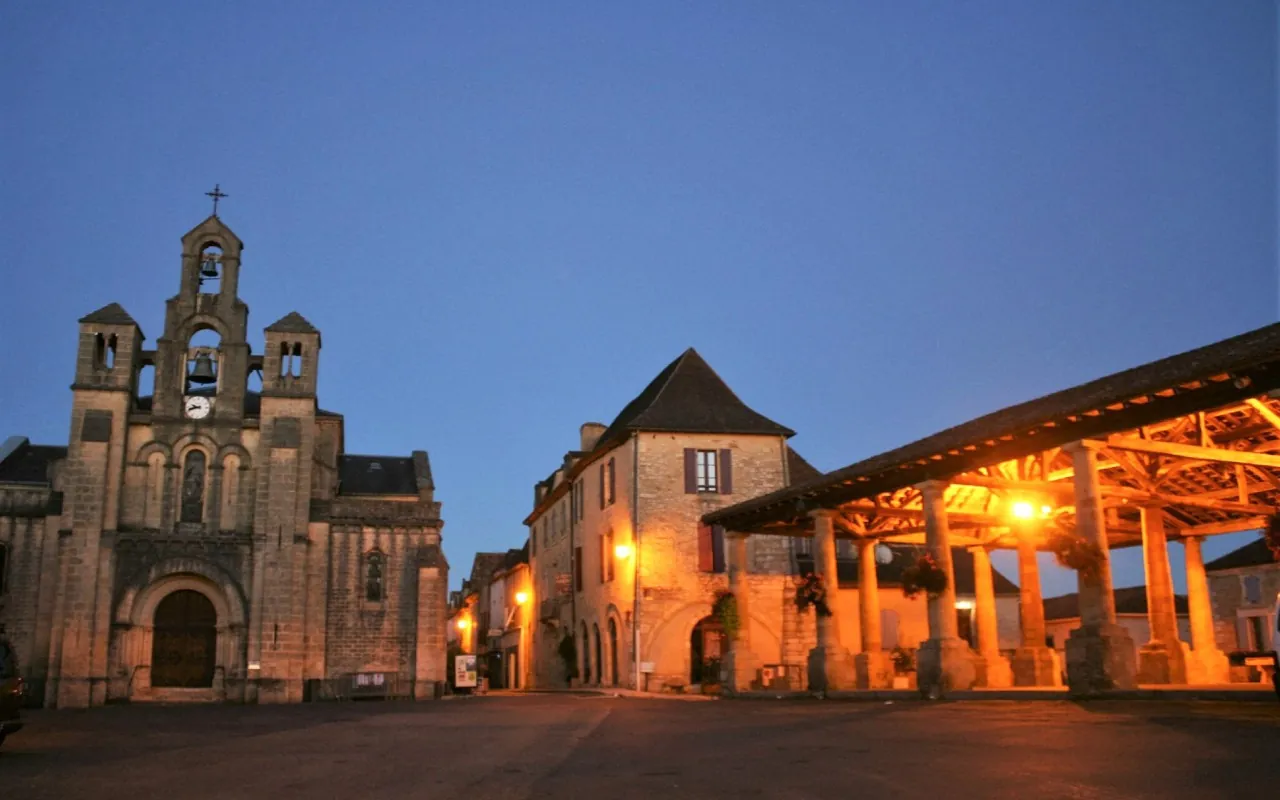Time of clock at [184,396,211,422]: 9:42
